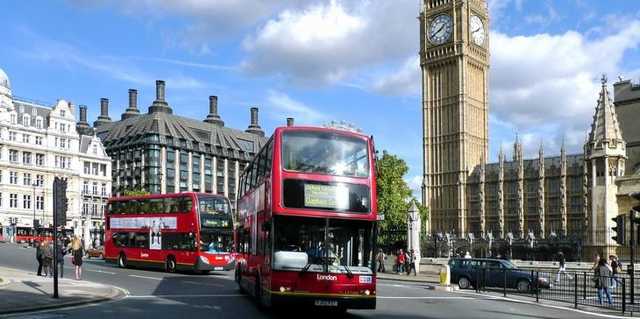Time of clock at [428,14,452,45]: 1:40
